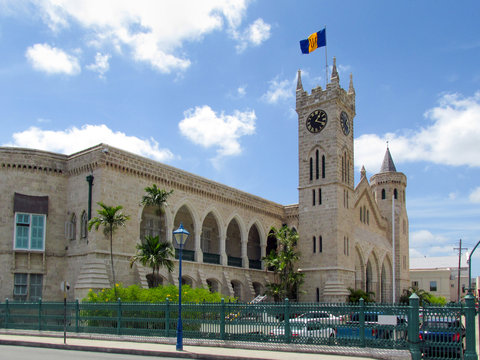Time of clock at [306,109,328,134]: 1:18
